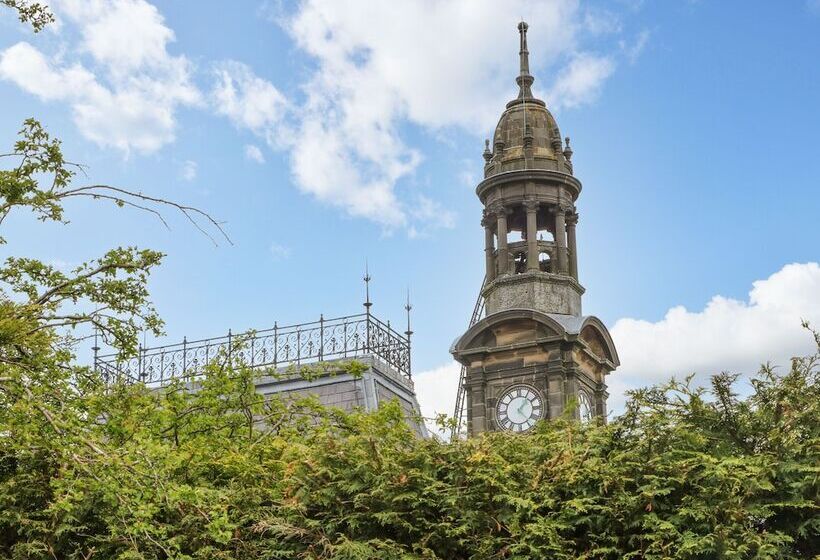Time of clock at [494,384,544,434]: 1:23
